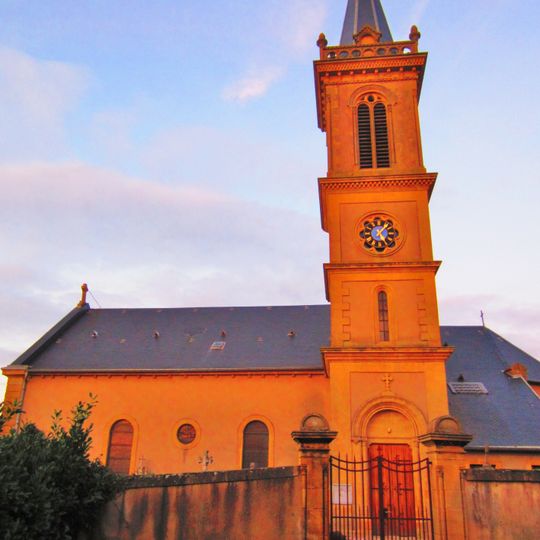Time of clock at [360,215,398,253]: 1:24
